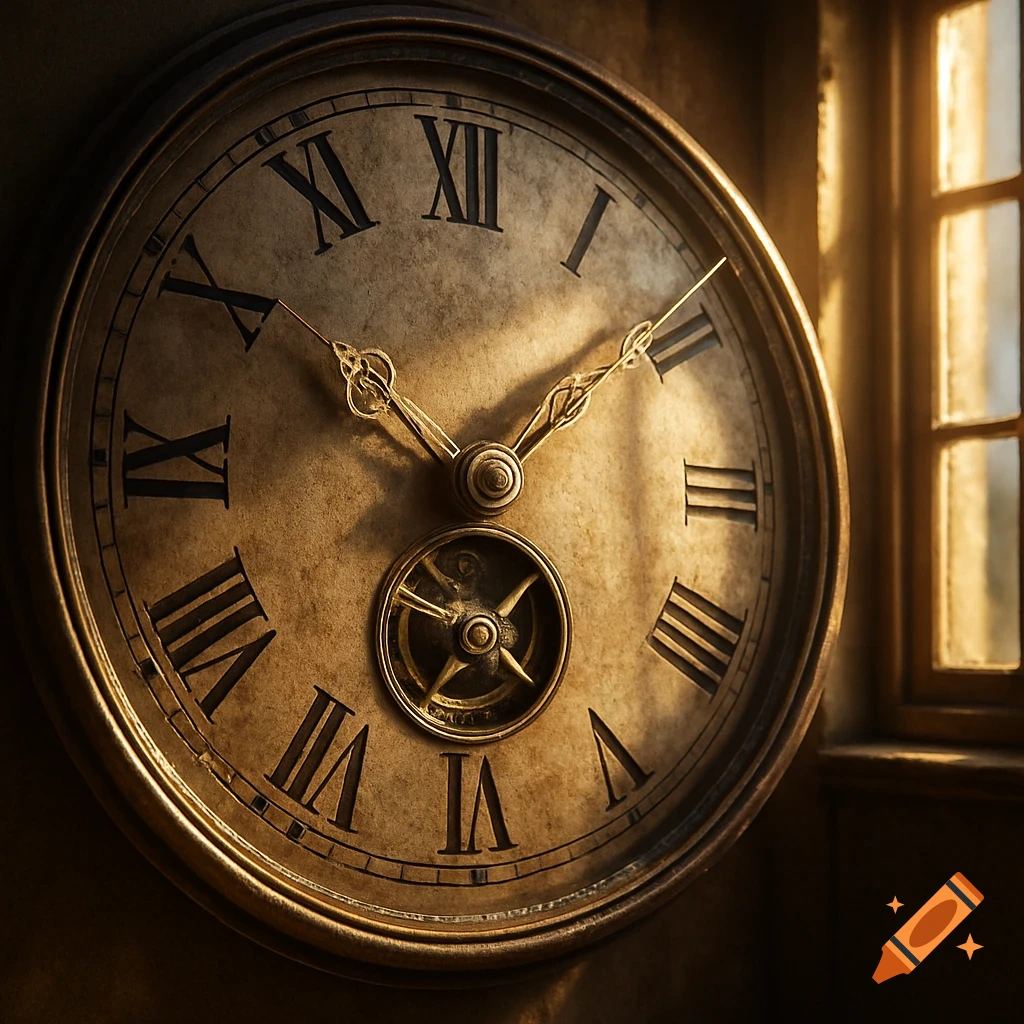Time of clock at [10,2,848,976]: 1:50
